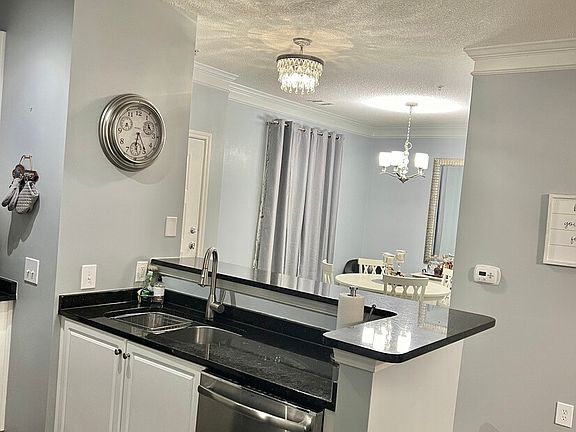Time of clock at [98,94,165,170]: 6:24
